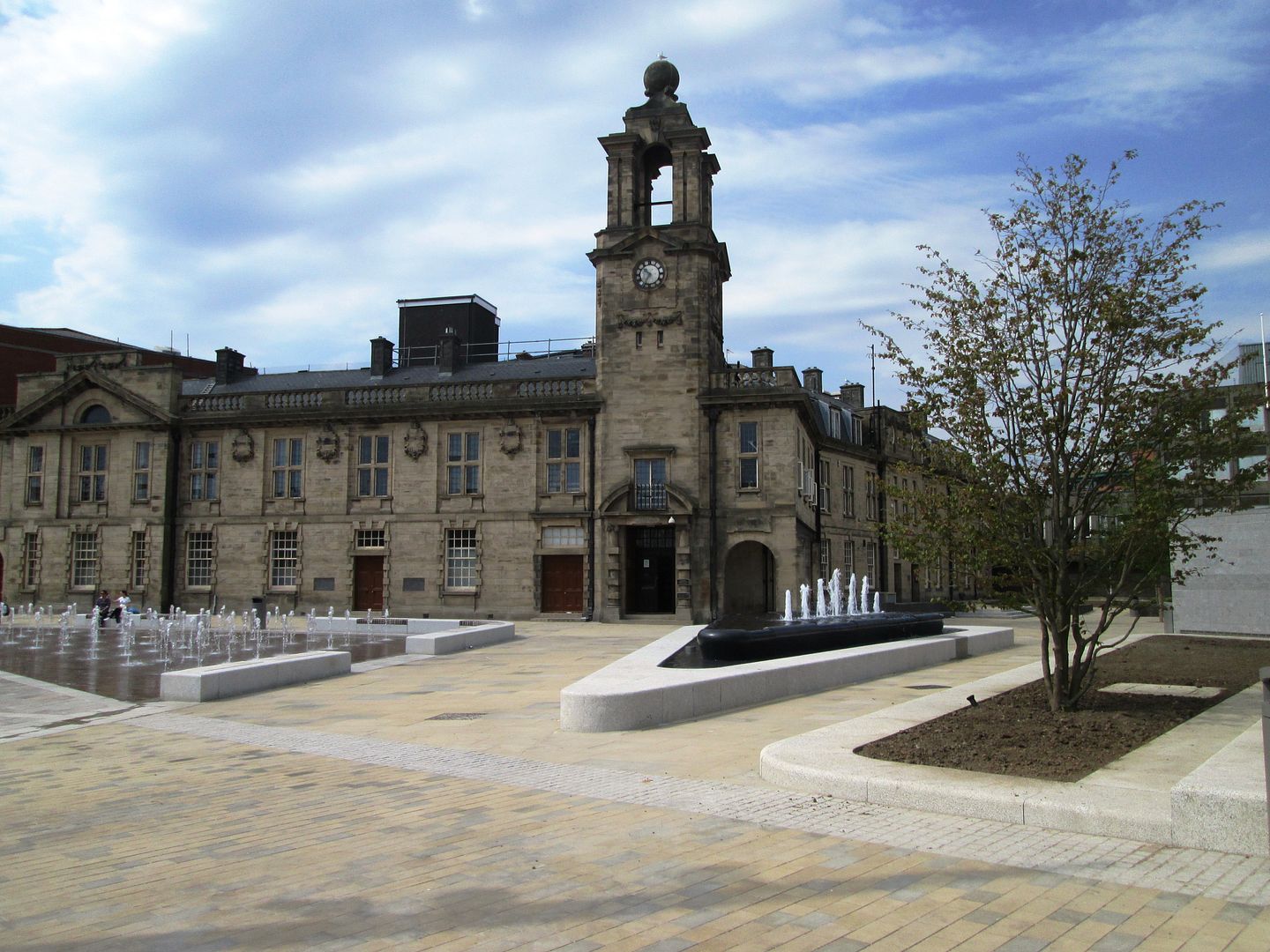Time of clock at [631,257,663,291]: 10:34
